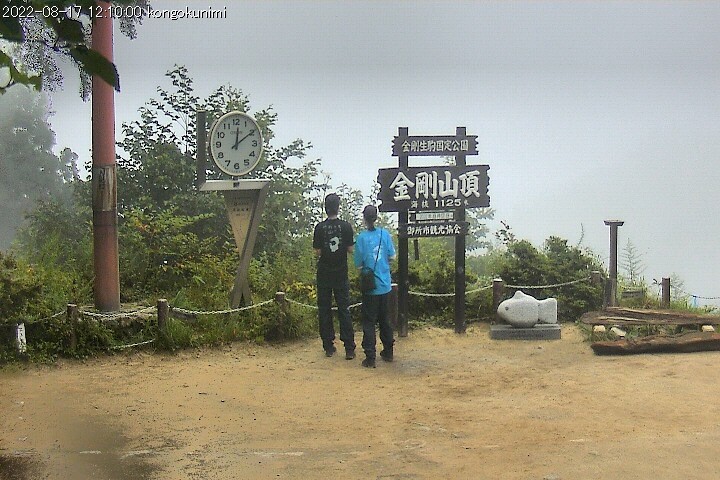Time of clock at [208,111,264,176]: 12:09
